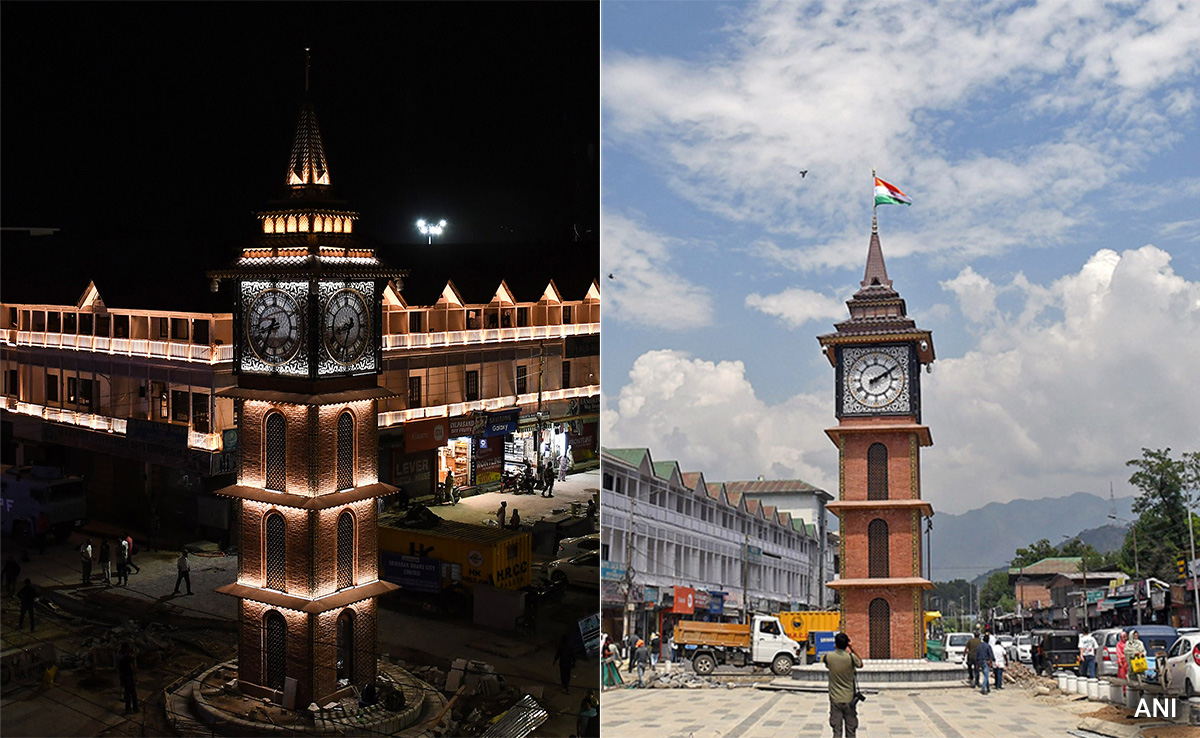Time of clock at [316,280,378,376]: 8:33
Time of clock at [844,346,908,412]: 2:09
